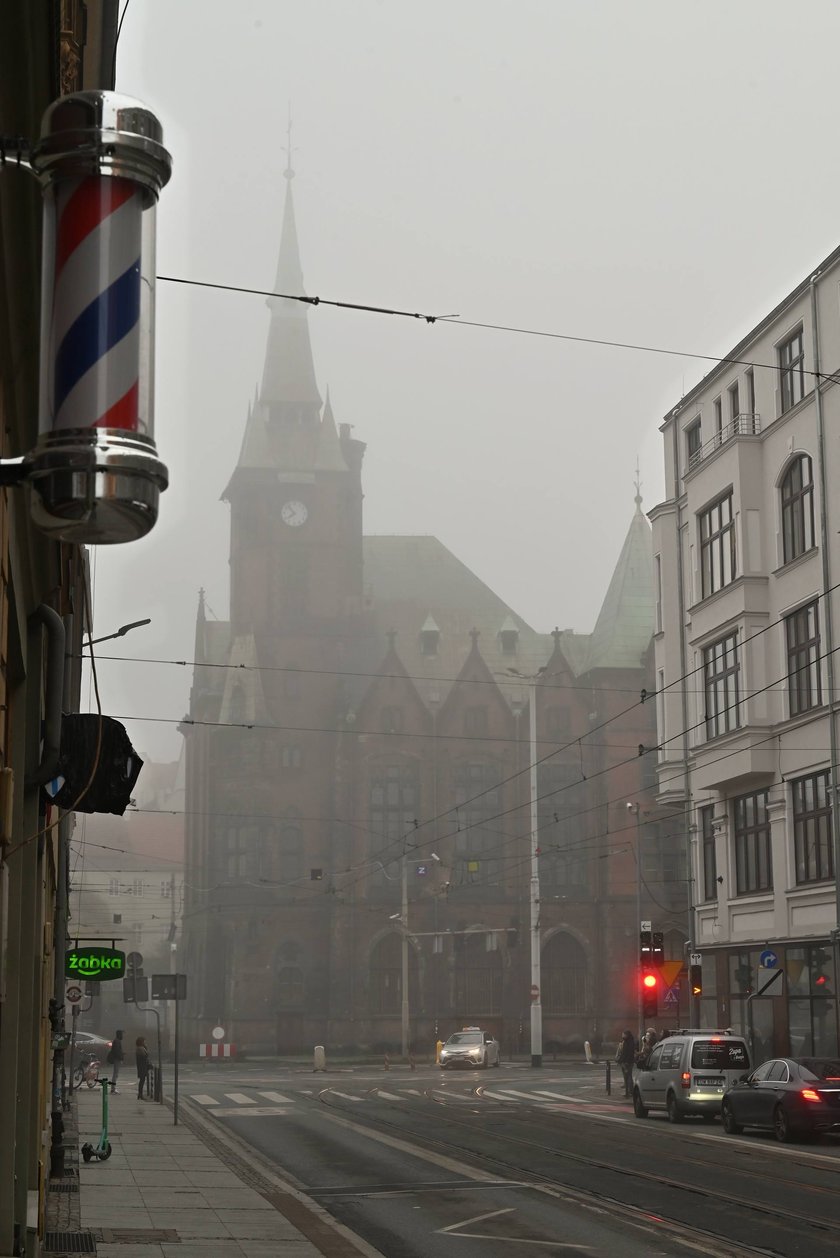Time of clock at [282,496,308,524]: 7:53
